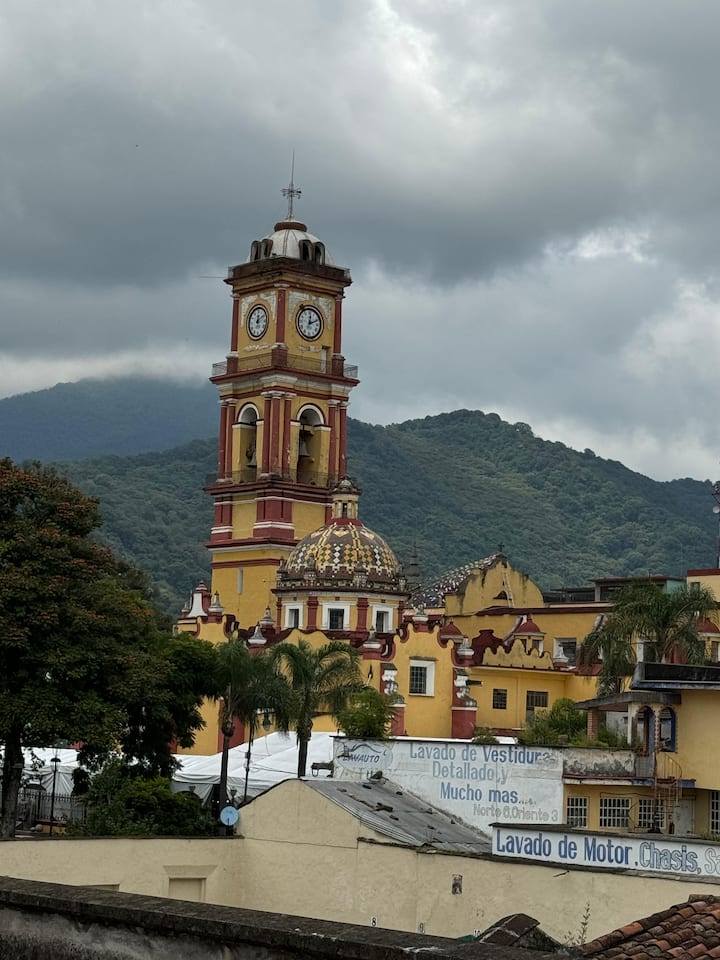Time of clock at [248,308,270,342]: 12:10
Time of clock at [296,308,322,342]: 12:11
